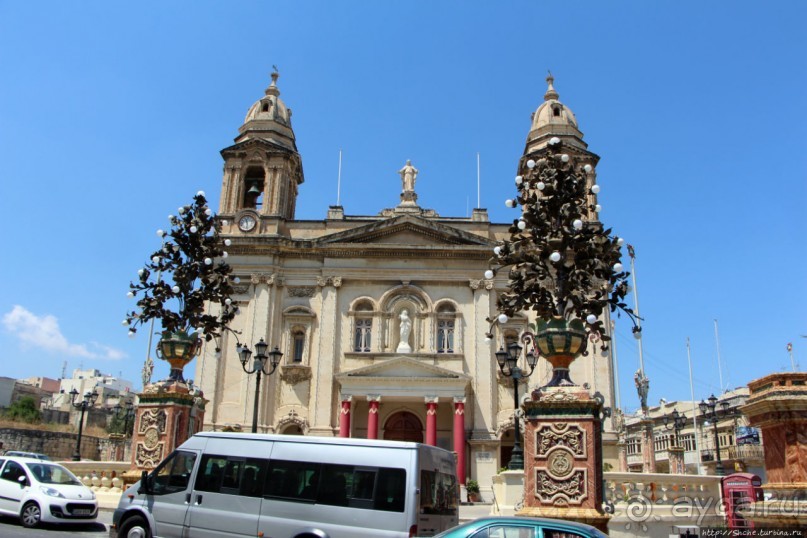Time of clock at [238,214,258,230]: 11:28
